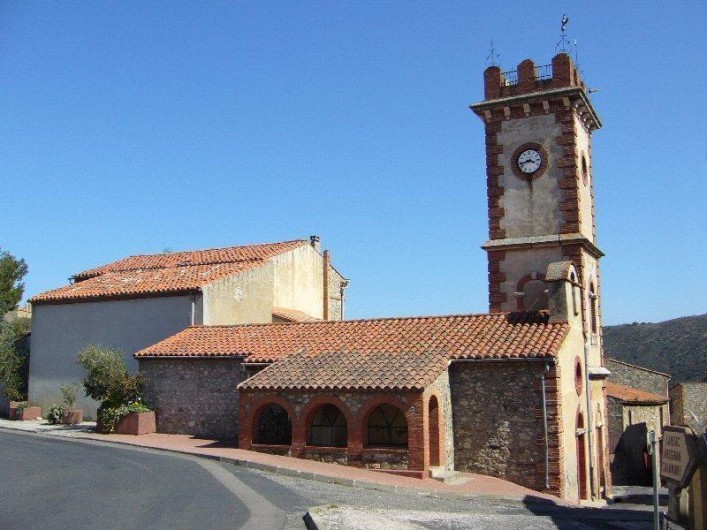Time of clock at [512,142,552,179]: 3:42
